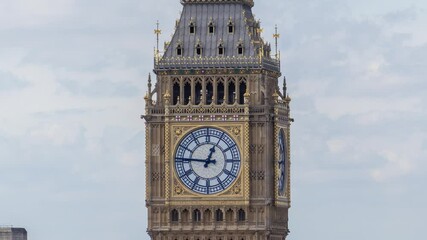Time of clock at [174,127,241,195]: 12:46
